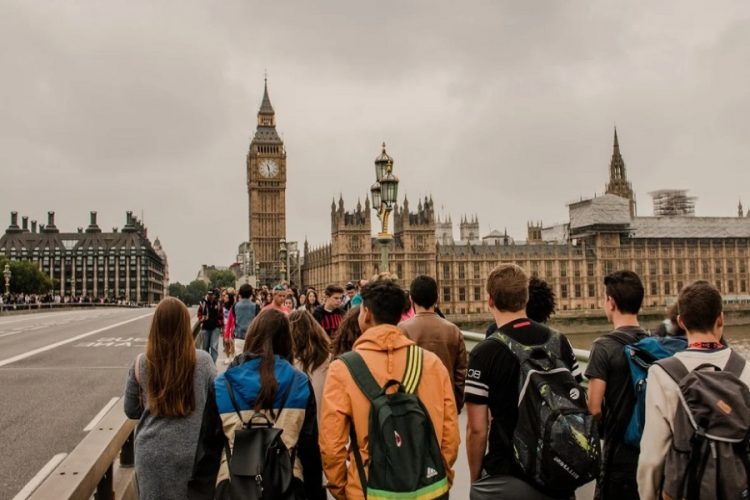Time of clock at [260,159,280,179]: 11:28
